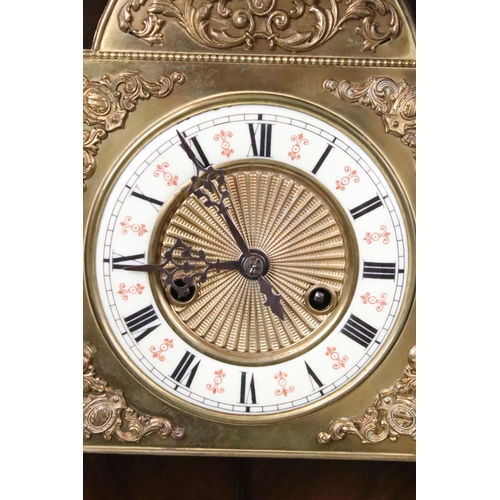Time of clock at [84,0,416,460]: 8:54
